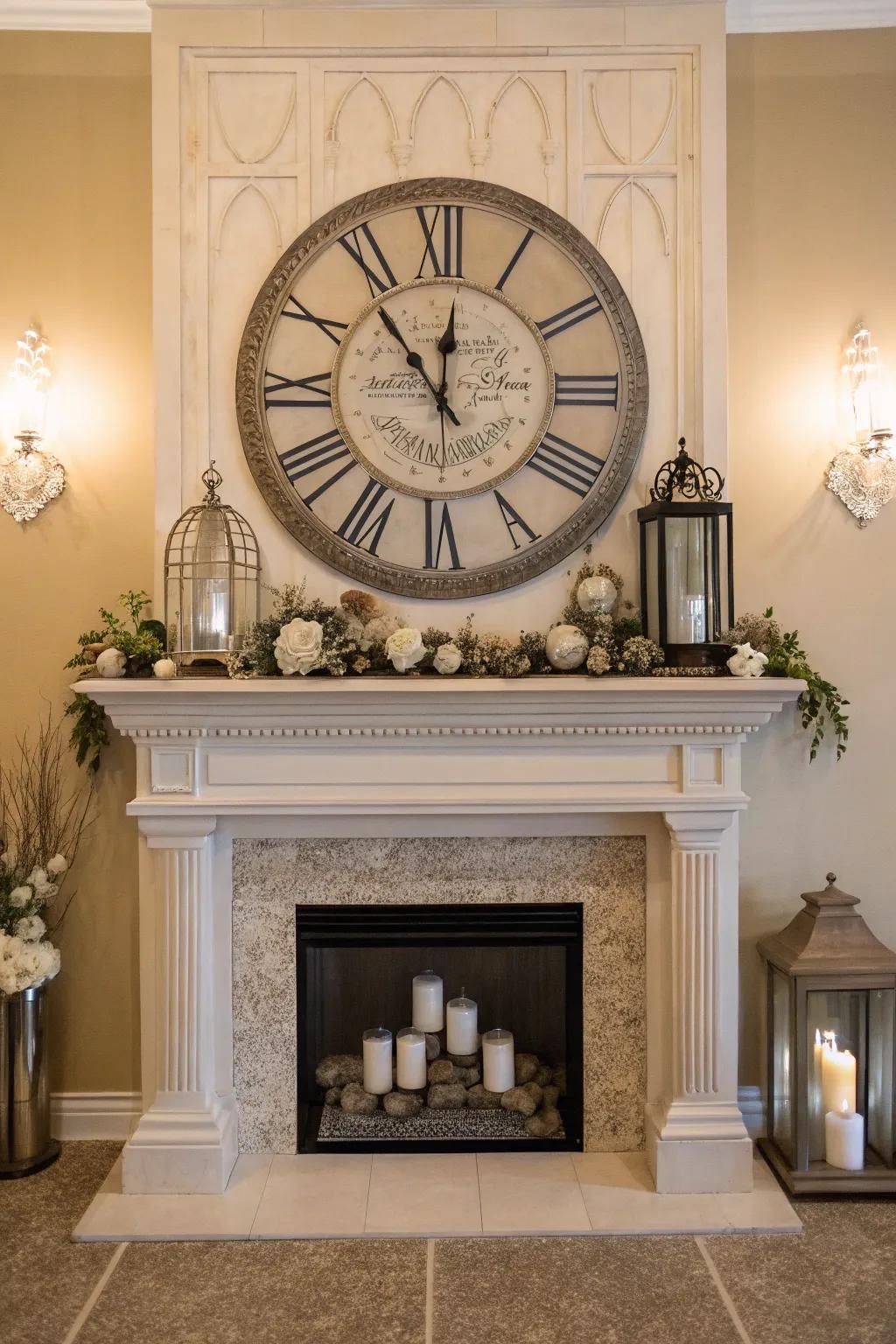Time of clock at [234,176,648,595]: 11:53
